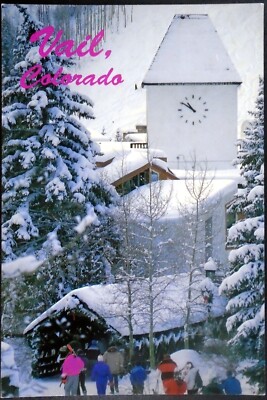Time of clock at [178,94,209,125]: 10:50
